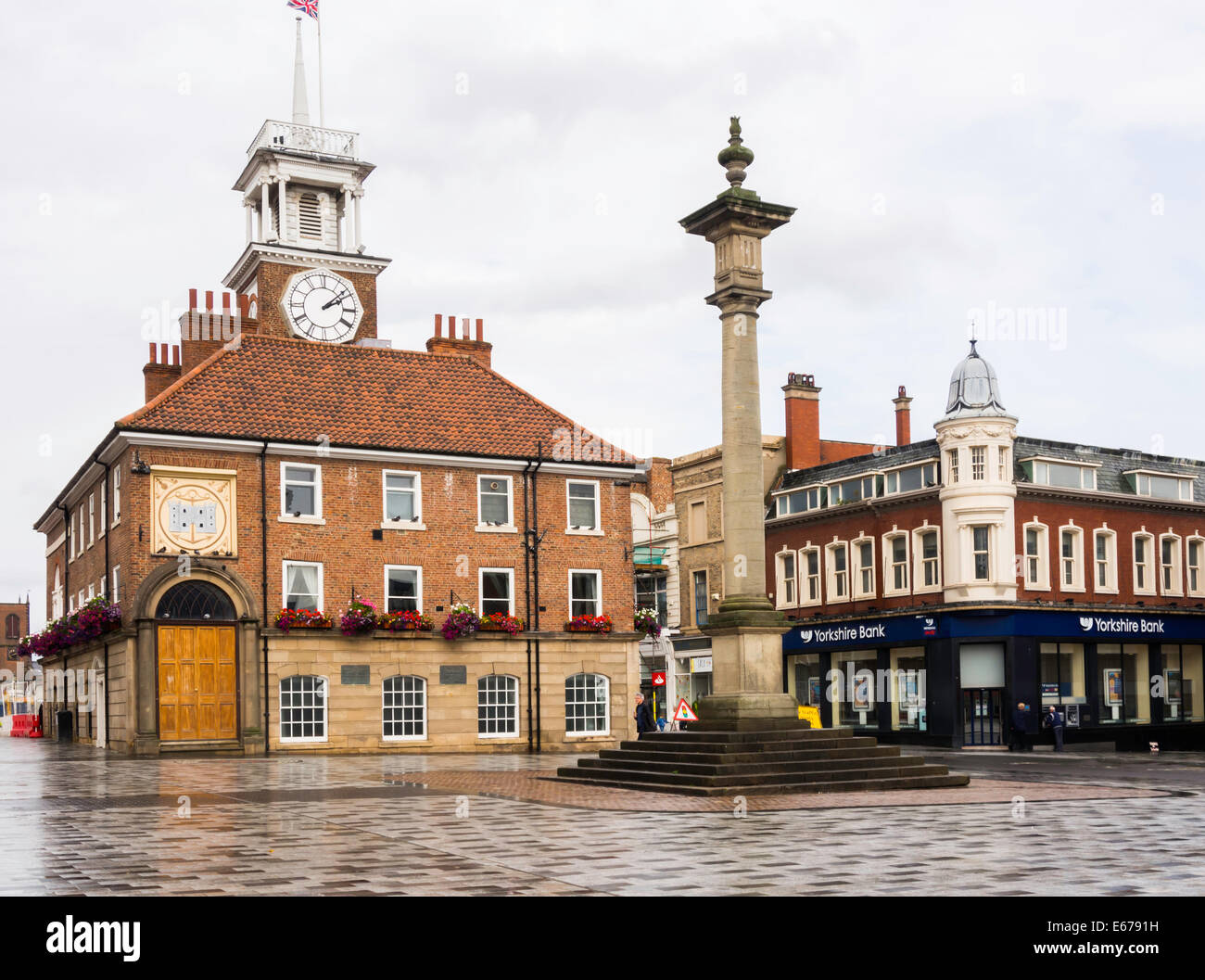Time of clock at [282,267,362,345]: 2:08
